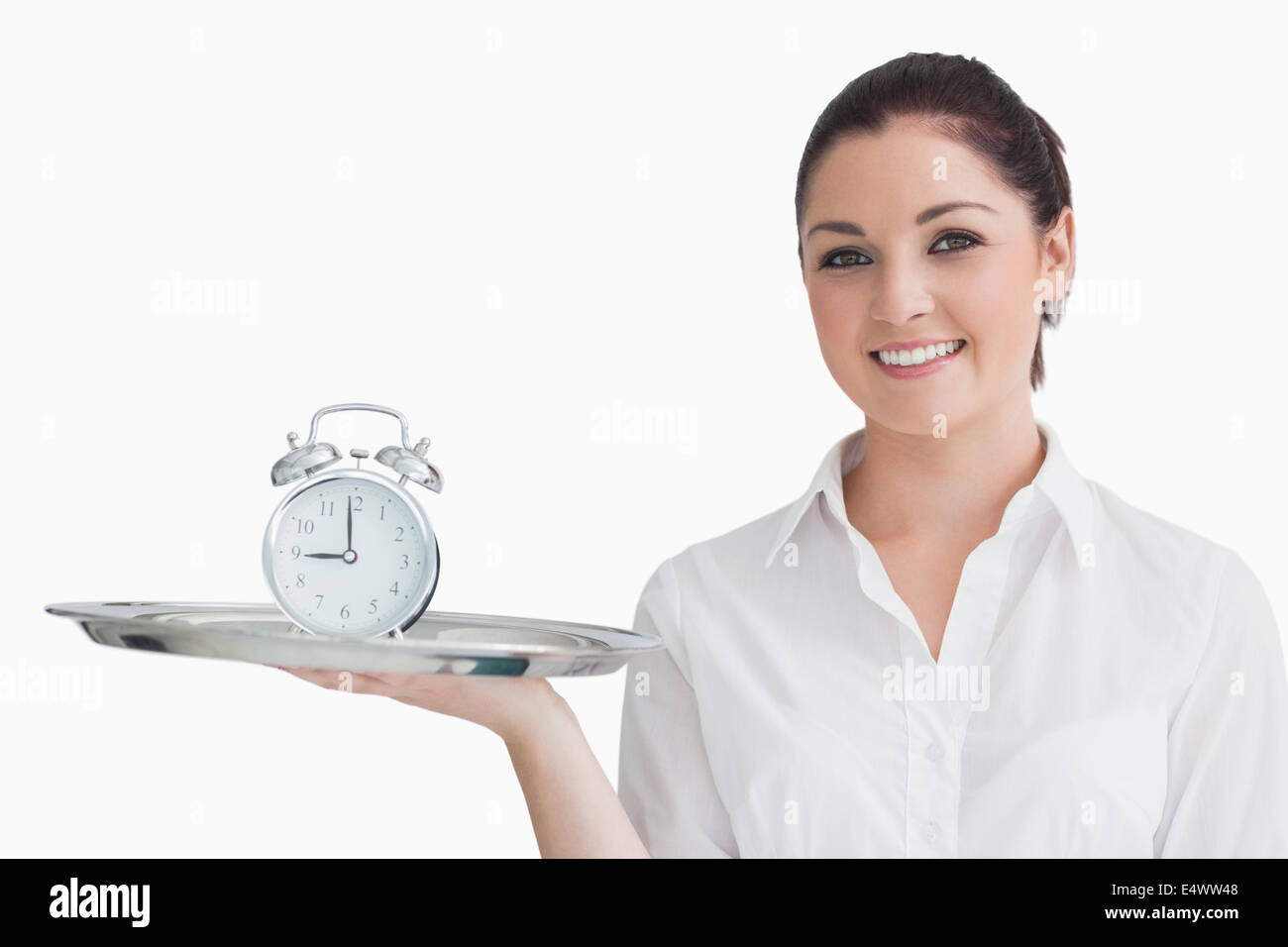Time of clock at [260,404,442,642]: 8:59
